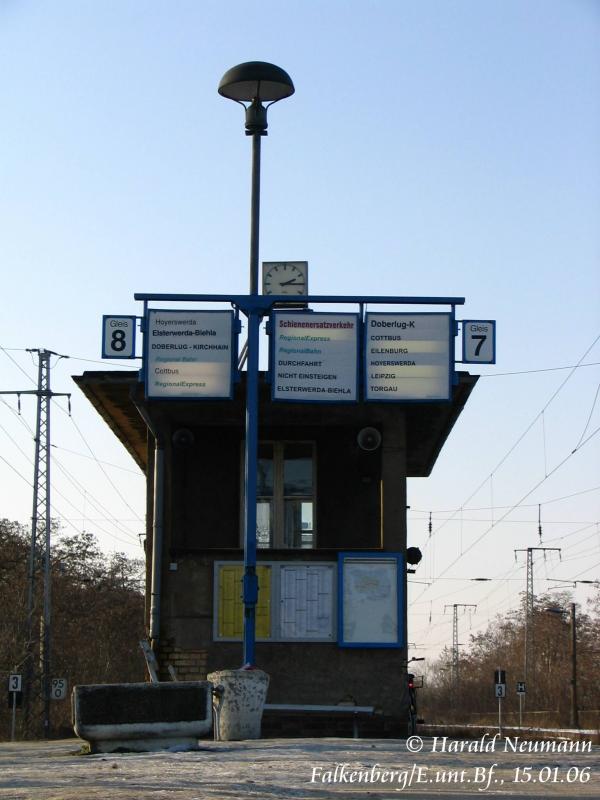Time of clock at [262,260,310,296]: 2:15
